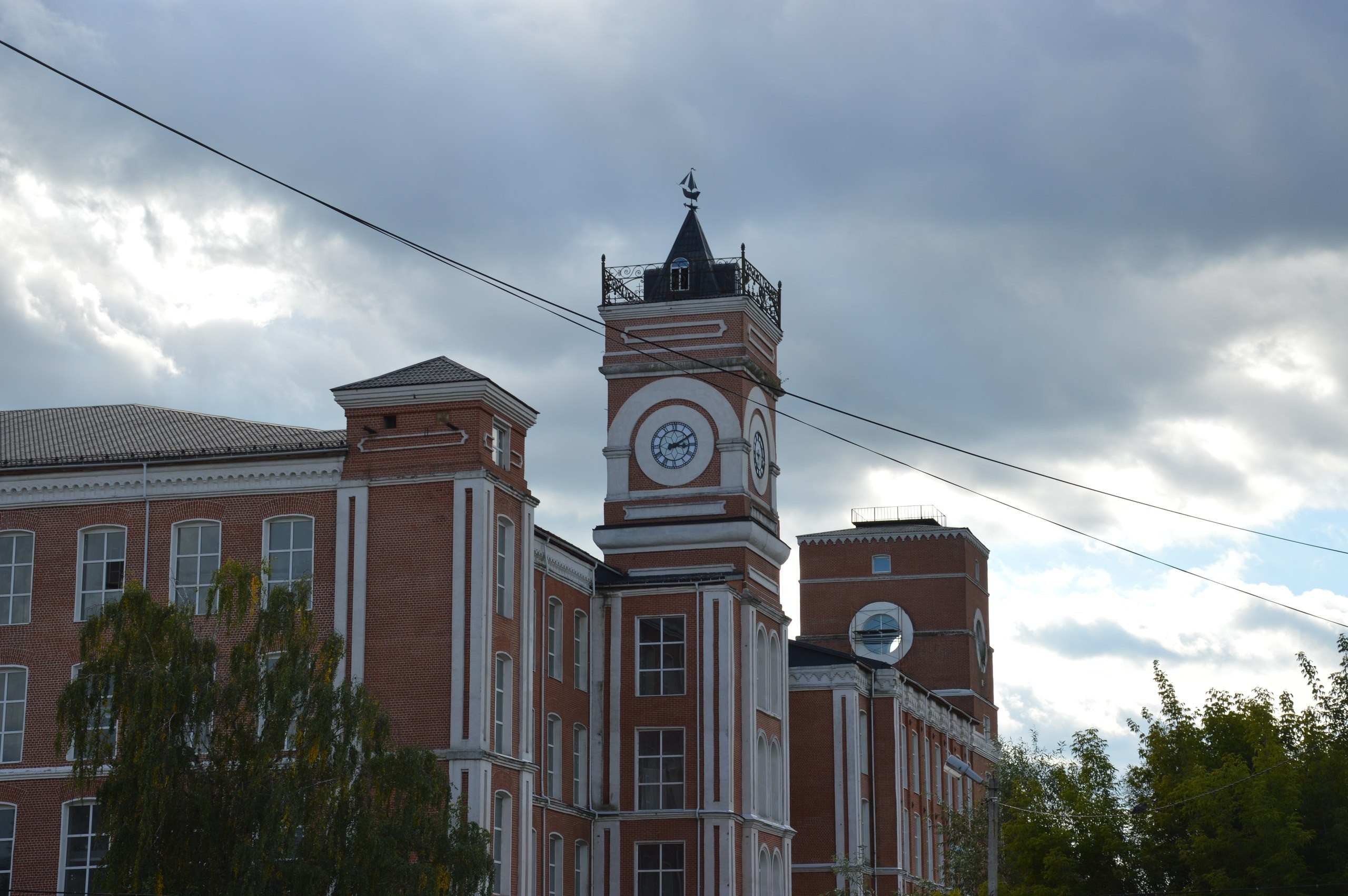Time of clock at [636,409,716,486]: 3:10
